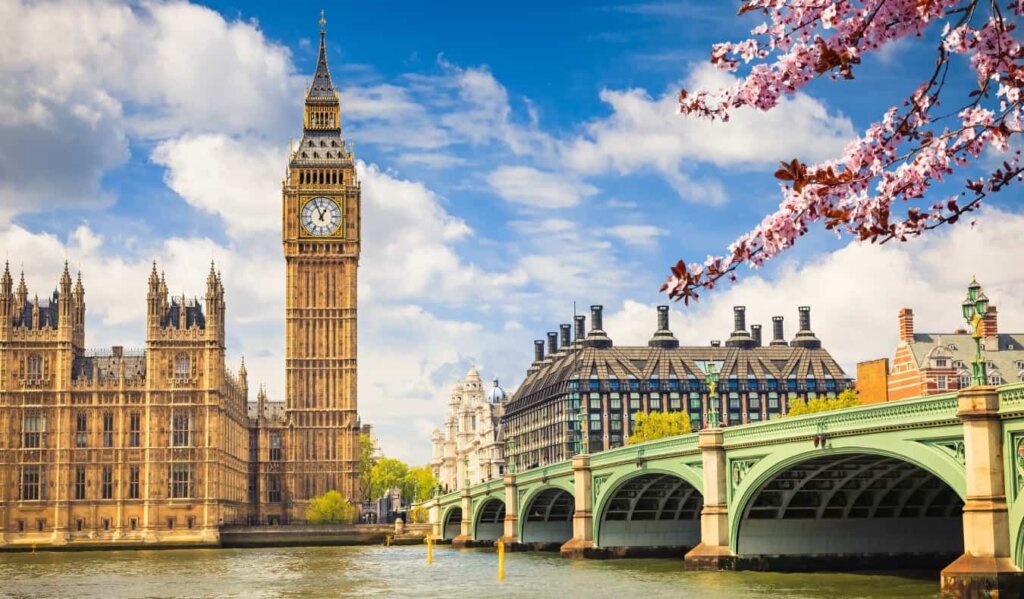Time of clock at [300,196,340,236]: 12:56
